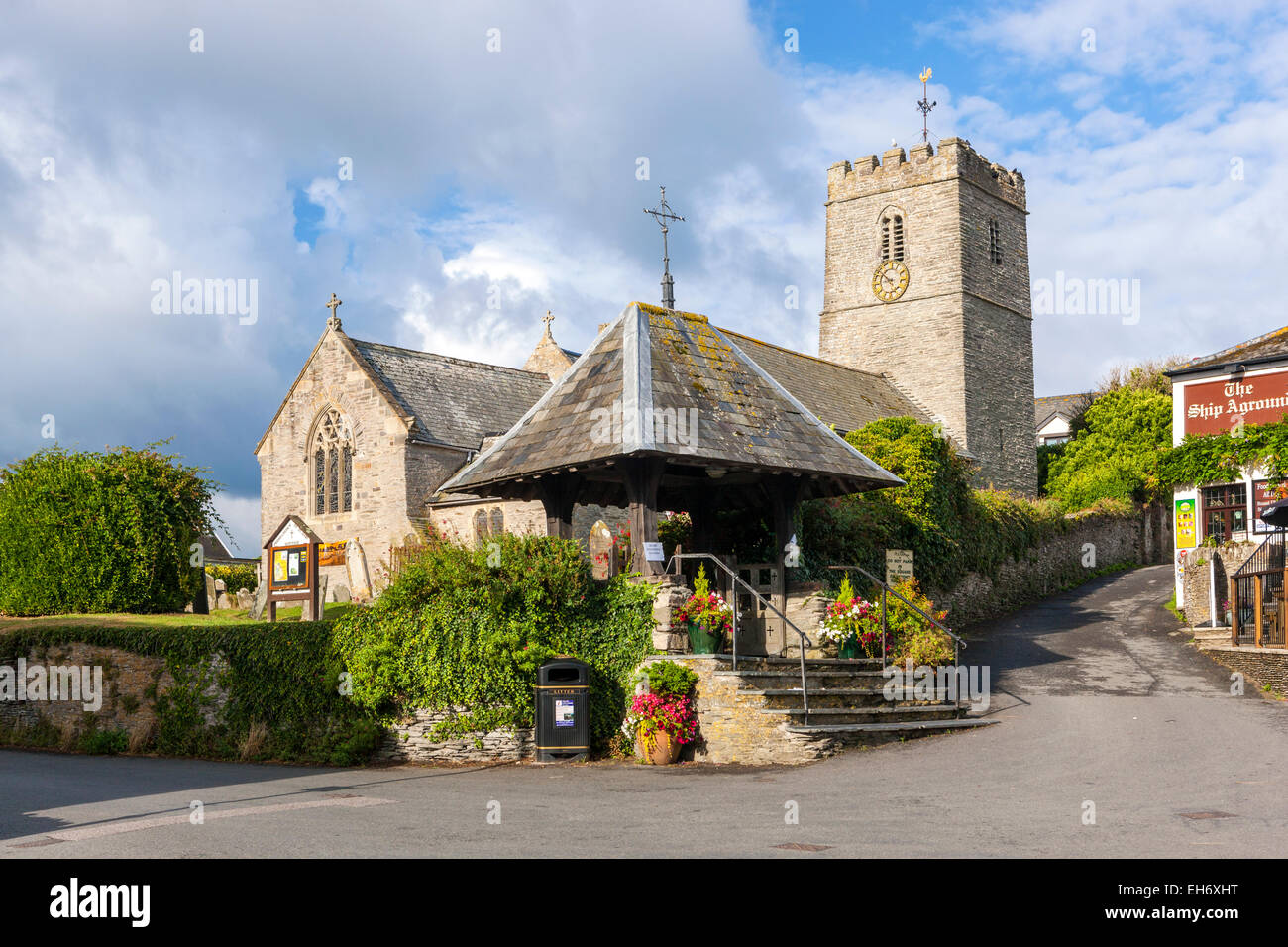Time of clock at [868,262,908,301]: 8:52
